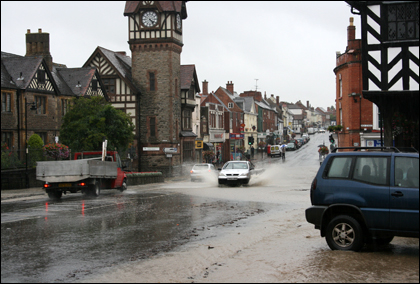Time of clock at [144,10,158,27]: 4:23
